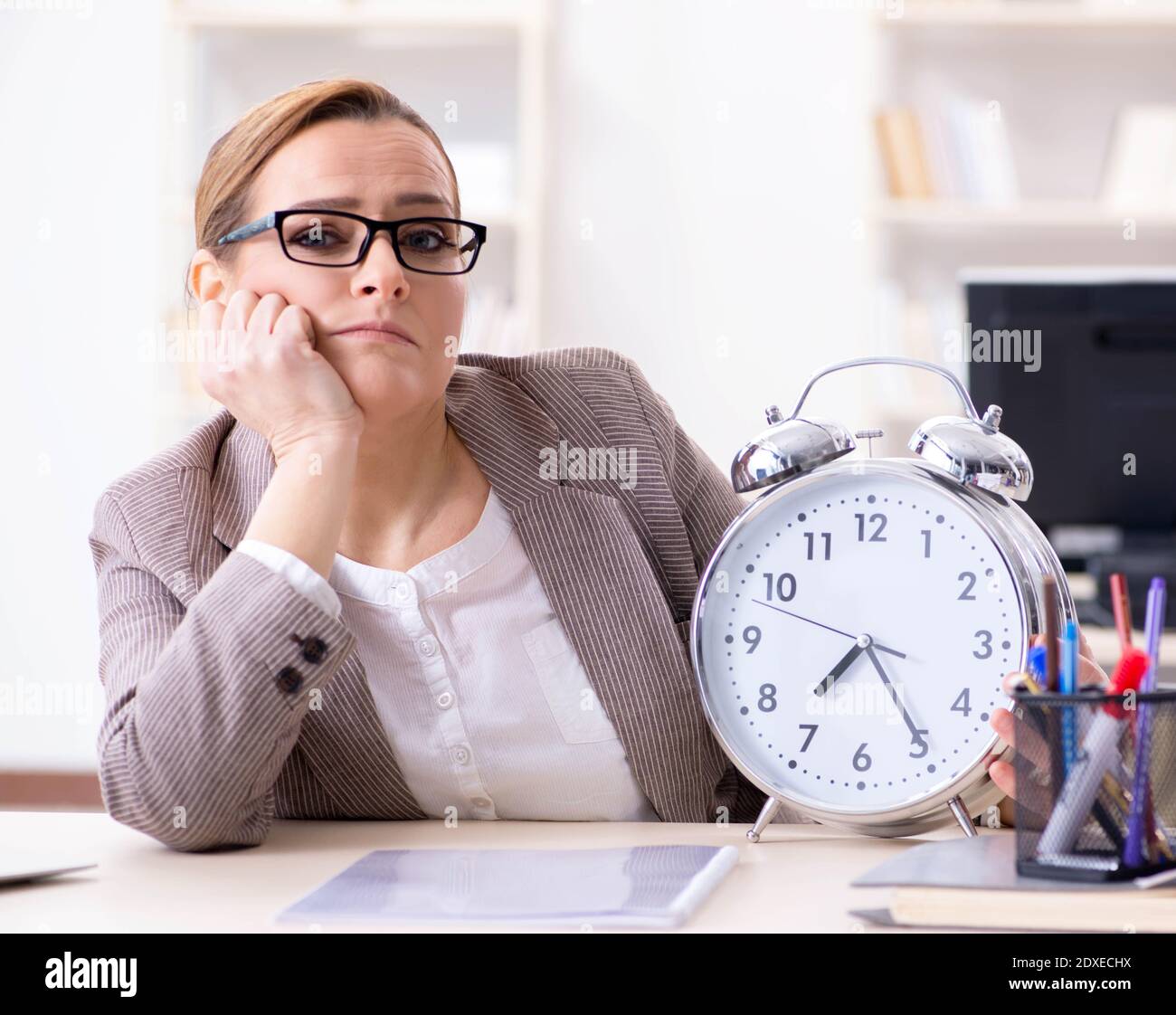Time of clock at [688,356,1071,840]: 7:25
